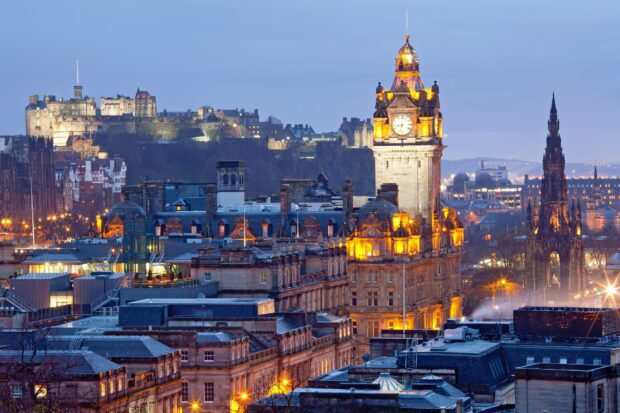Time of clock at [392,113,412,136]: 8:33
